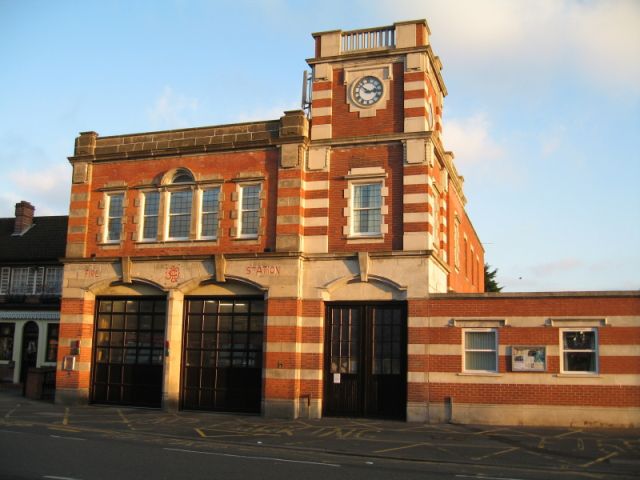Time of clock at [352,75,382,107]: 2:52
